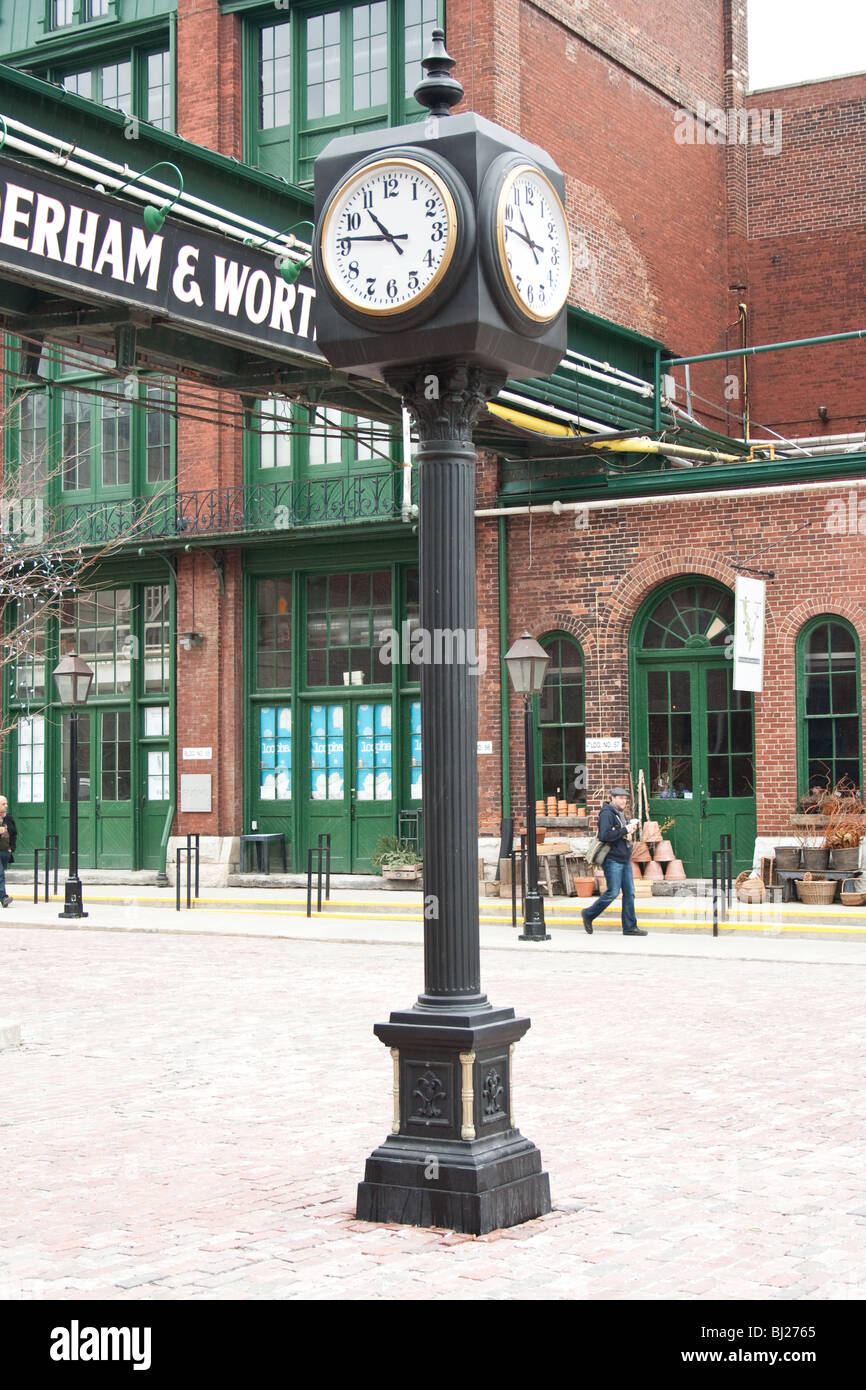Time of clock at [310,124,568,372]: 10:46
